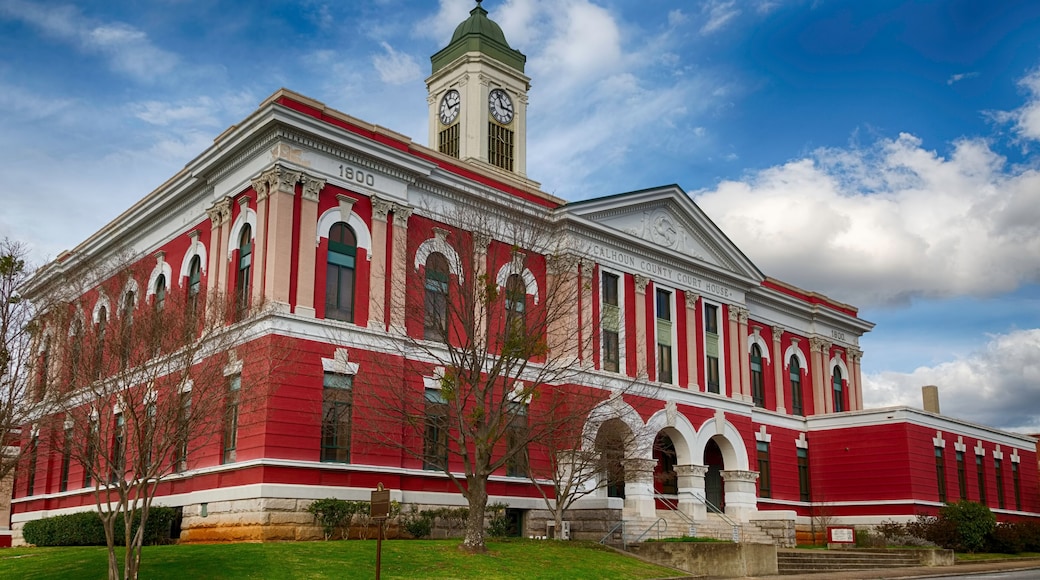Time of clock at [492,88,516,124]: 2:56
